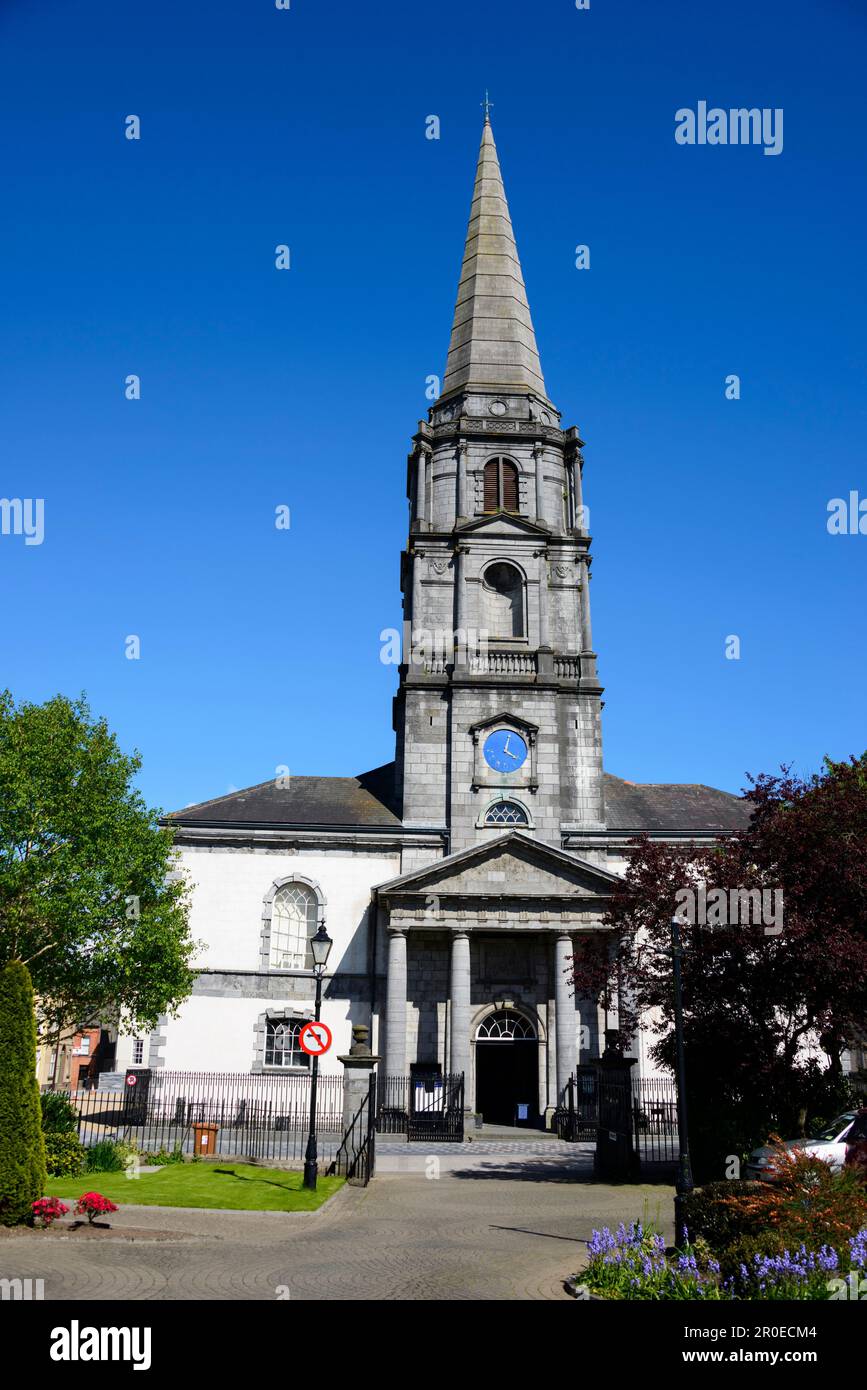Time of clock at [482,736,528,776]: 4:02
